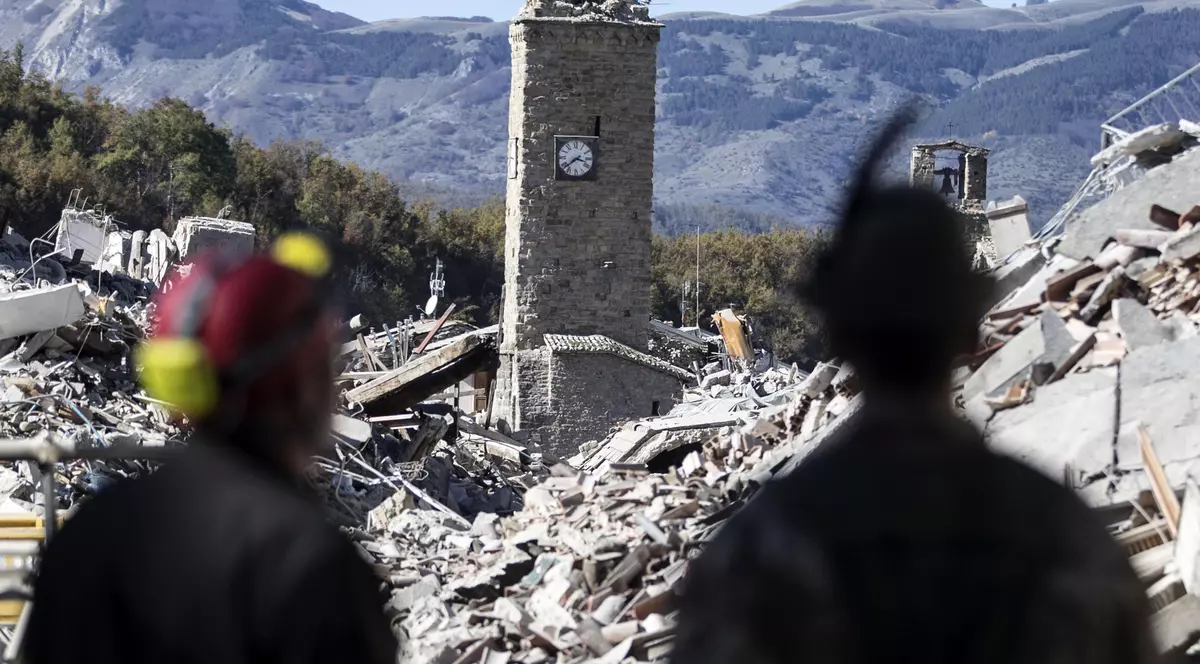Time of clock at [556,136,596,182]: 3:38
